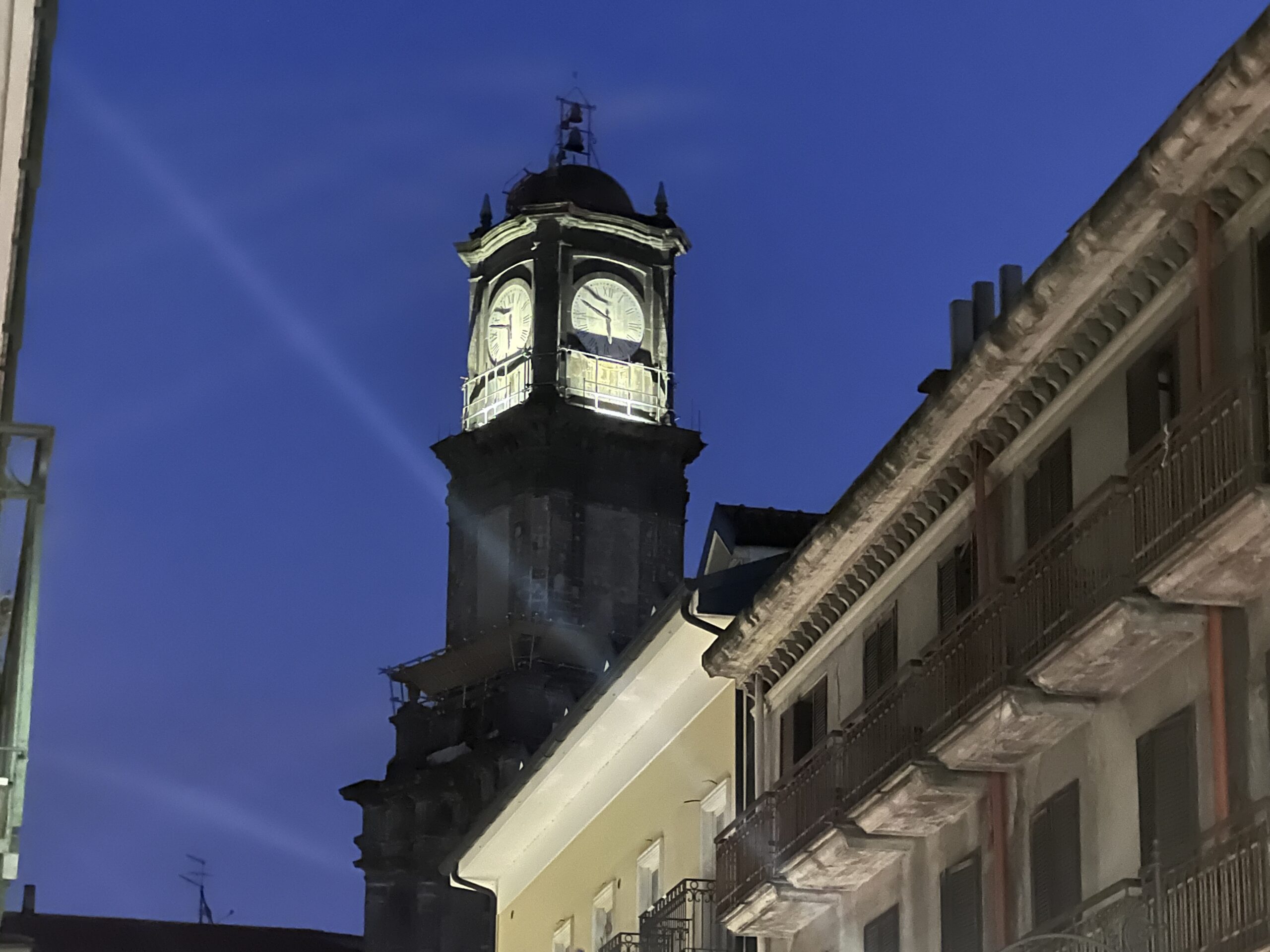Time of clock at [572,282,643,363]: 5:49
